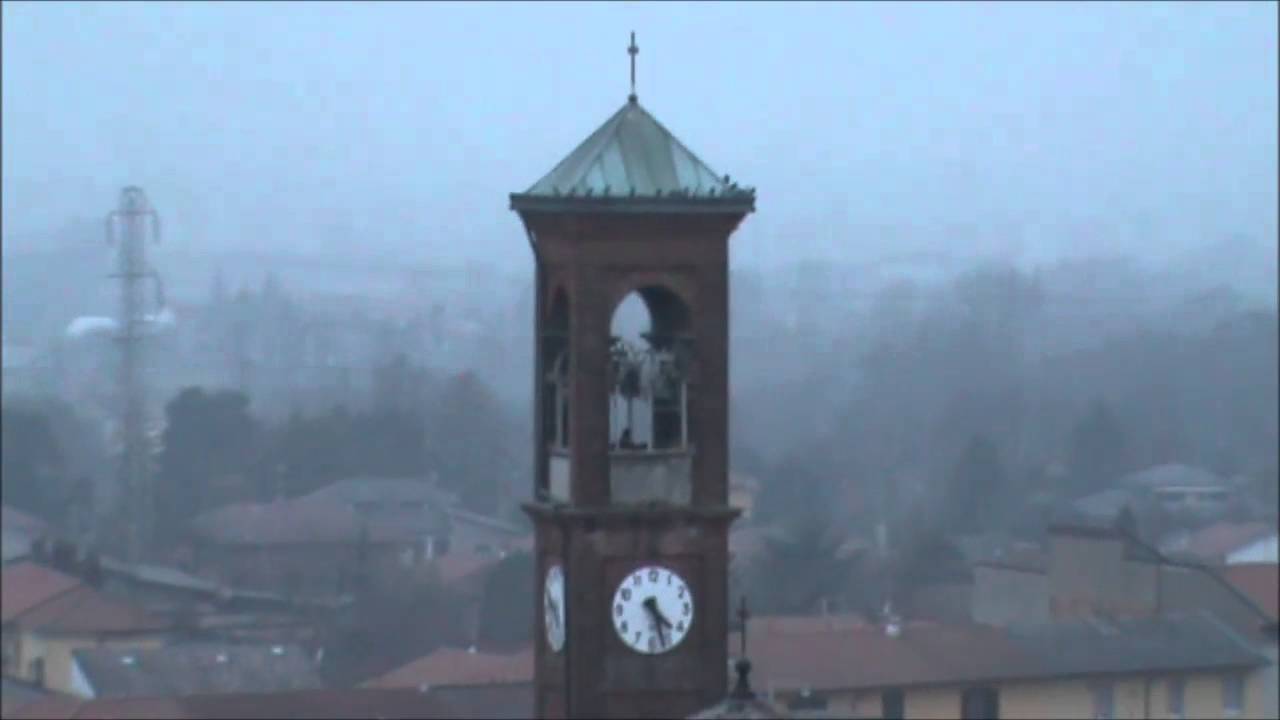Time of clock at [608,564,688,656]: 4:26
